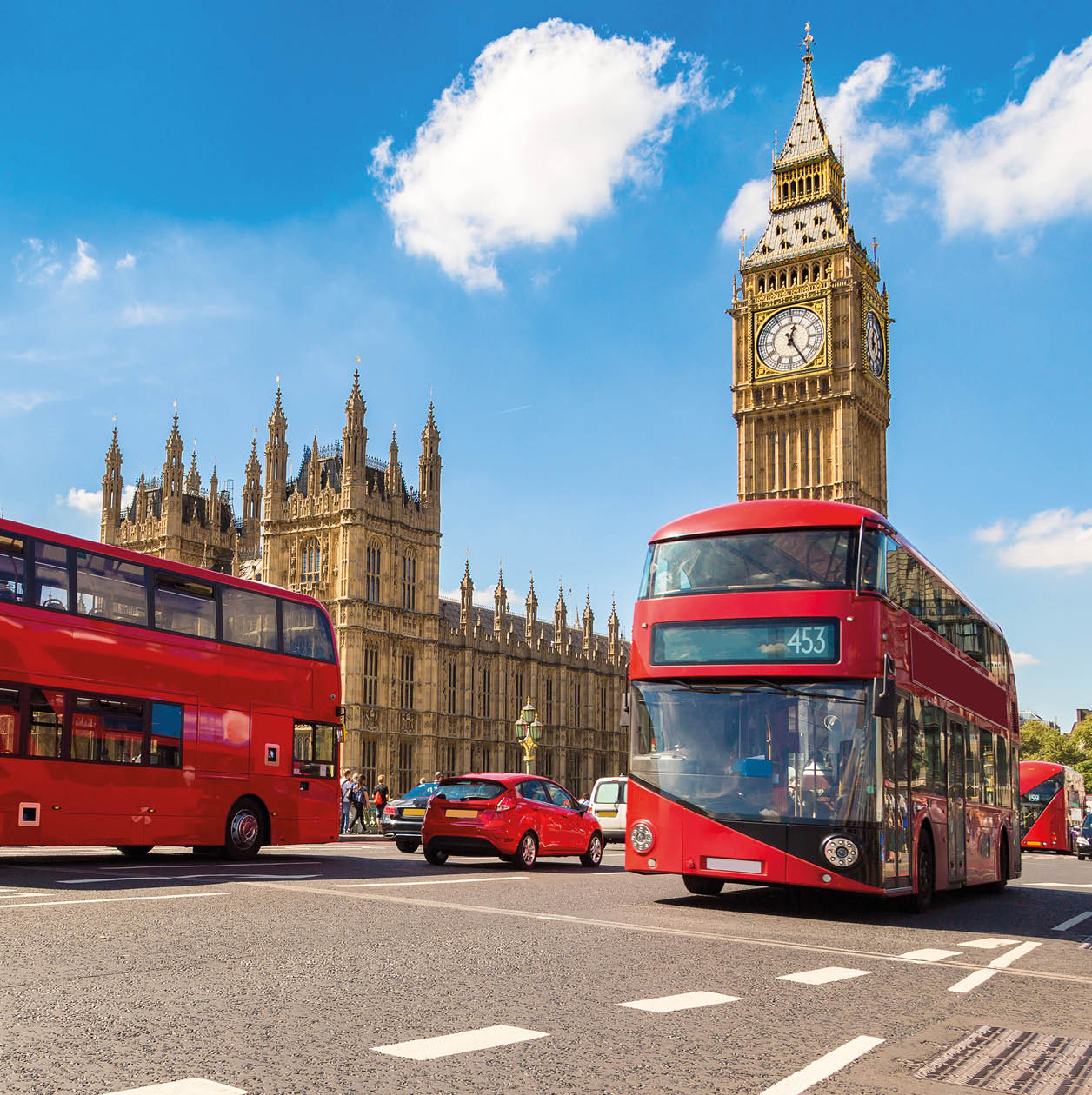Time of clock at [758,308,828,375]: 12:24
